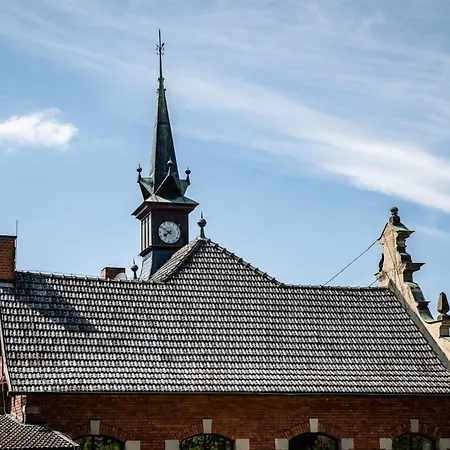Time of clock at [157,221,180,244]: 7:50
